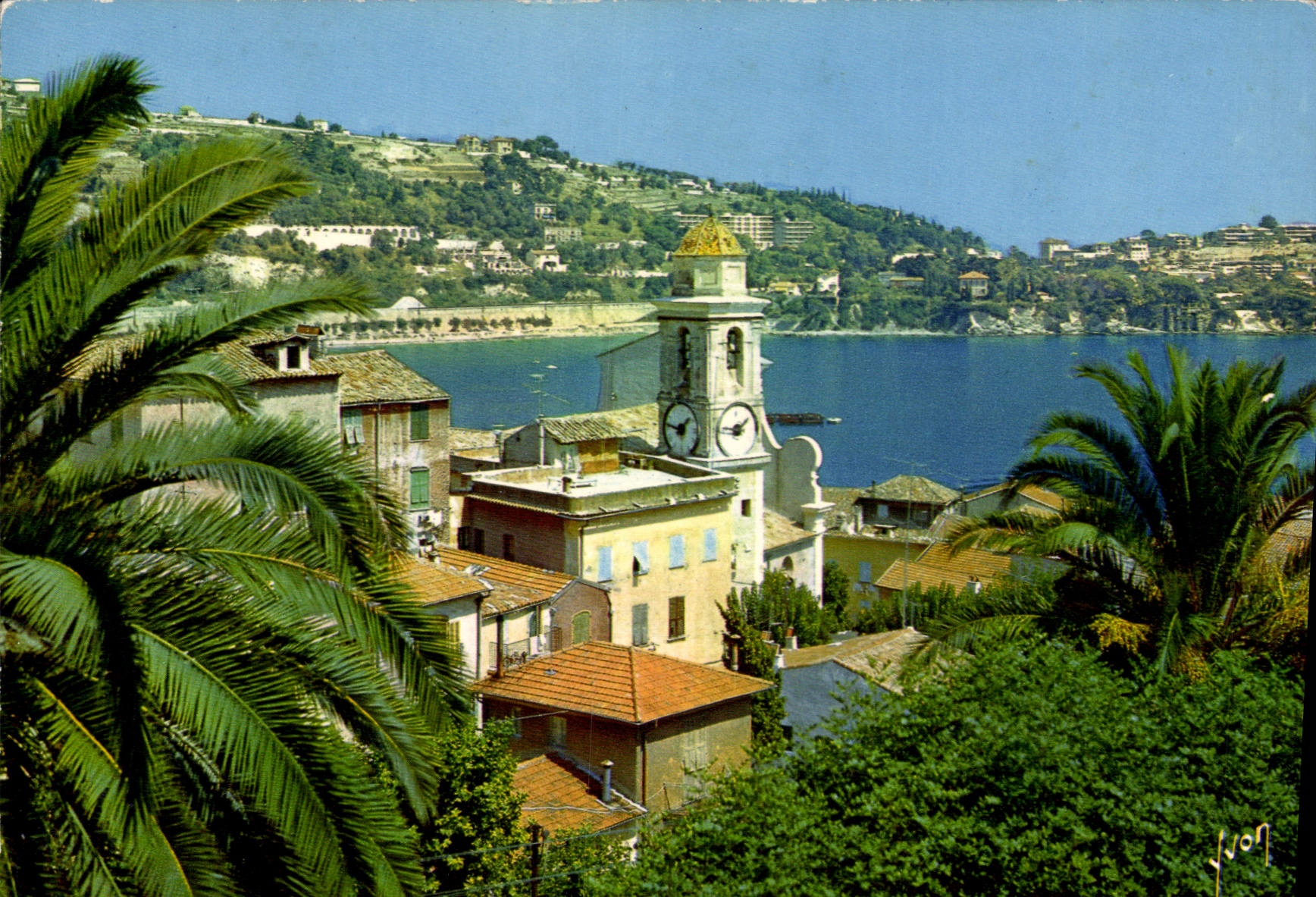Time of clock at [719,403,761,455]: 1:46
